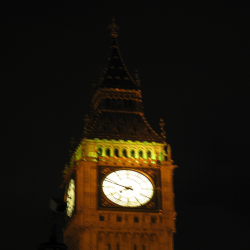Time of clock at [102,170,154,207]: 7:48
